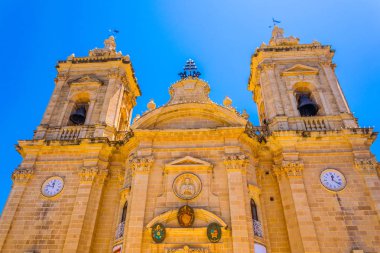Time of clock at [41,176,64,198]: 11:46
